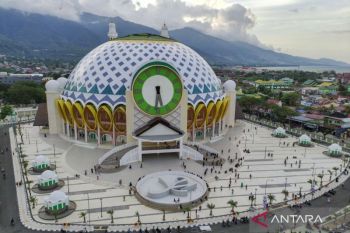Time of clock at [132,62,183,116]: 5:31
